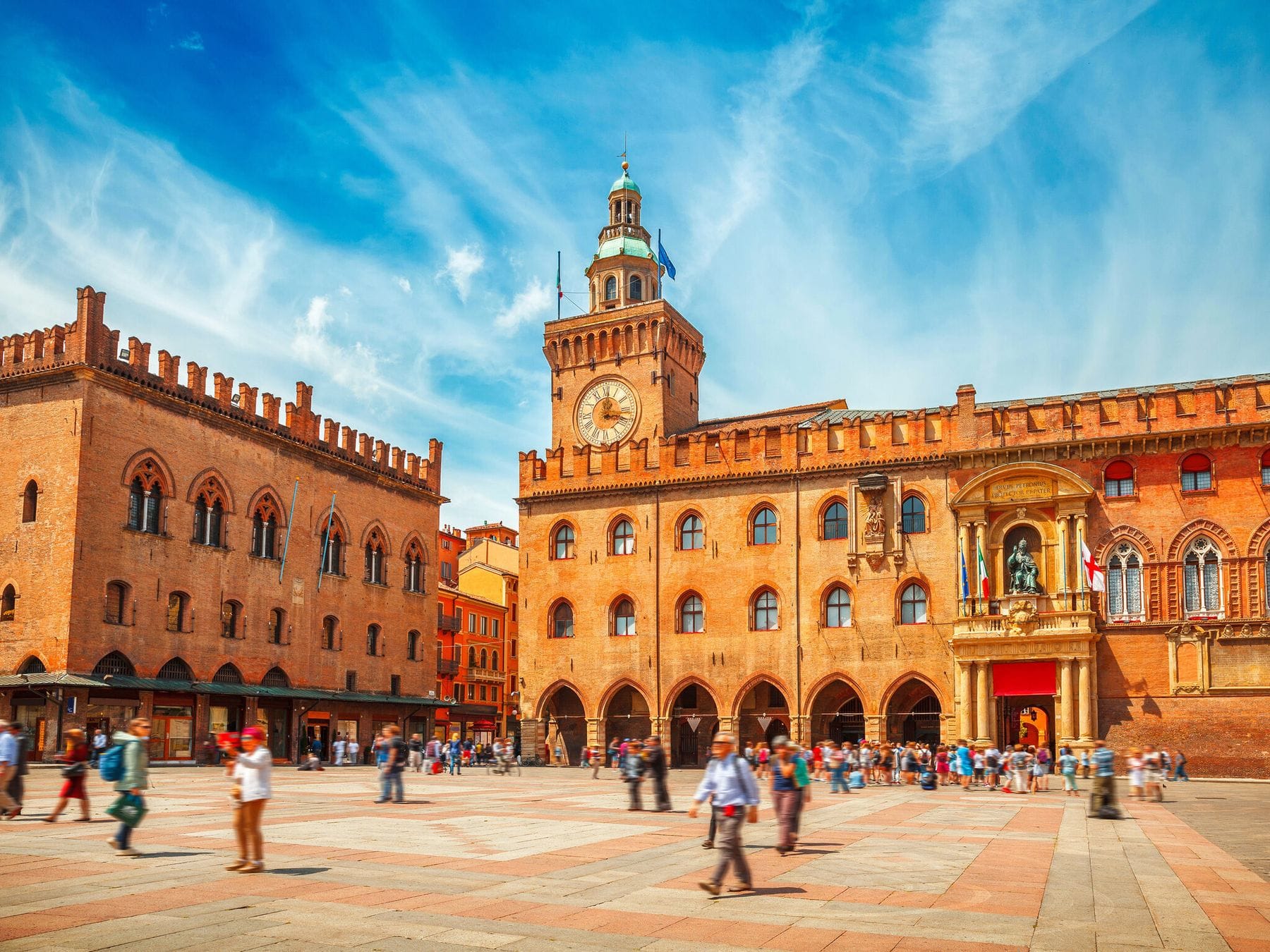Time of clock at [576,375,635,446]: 12:17
